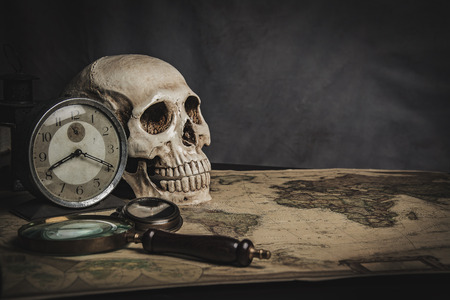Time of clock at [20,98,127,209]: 8:19
